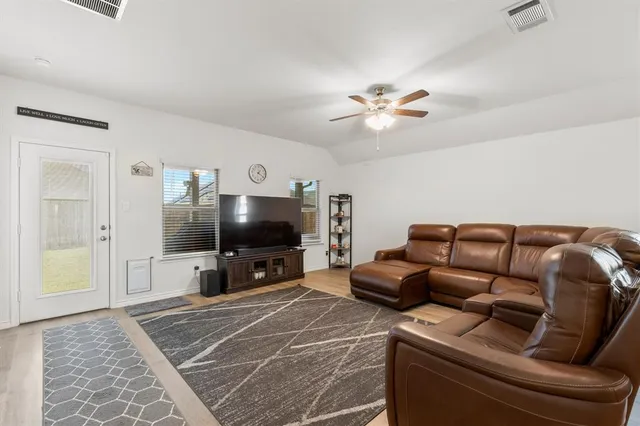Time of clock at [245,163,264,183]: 1:20
